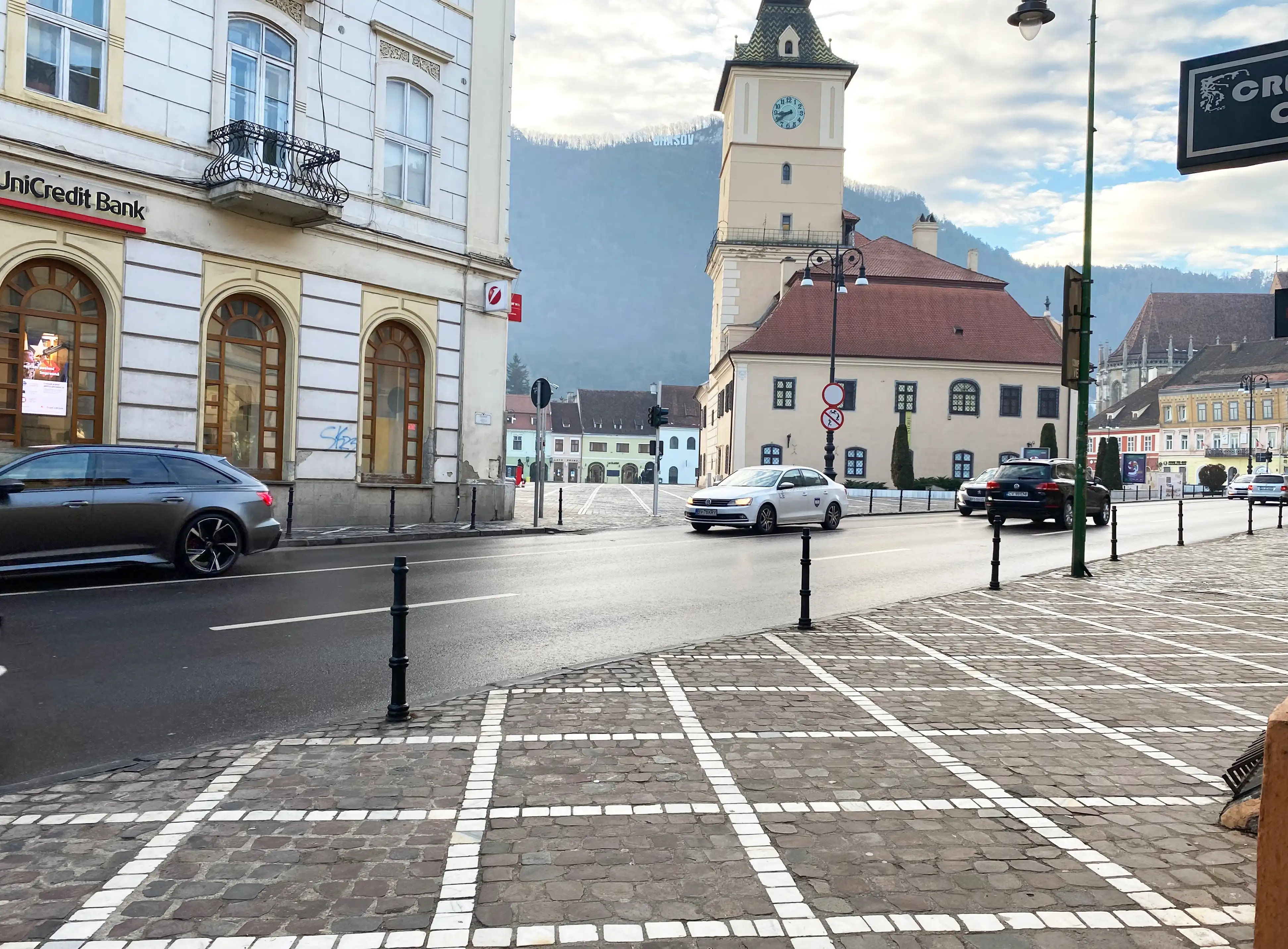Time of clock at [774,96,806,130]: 8:39
